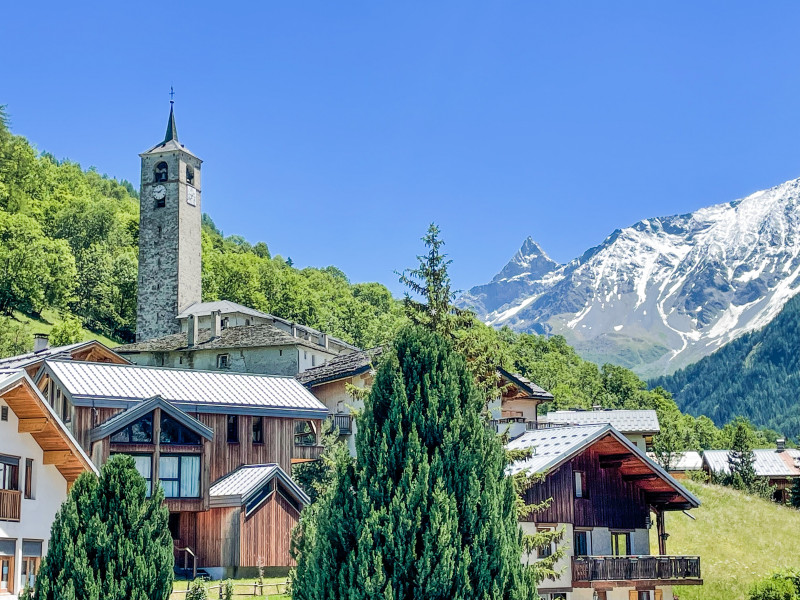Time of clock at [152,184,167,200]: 1:46
